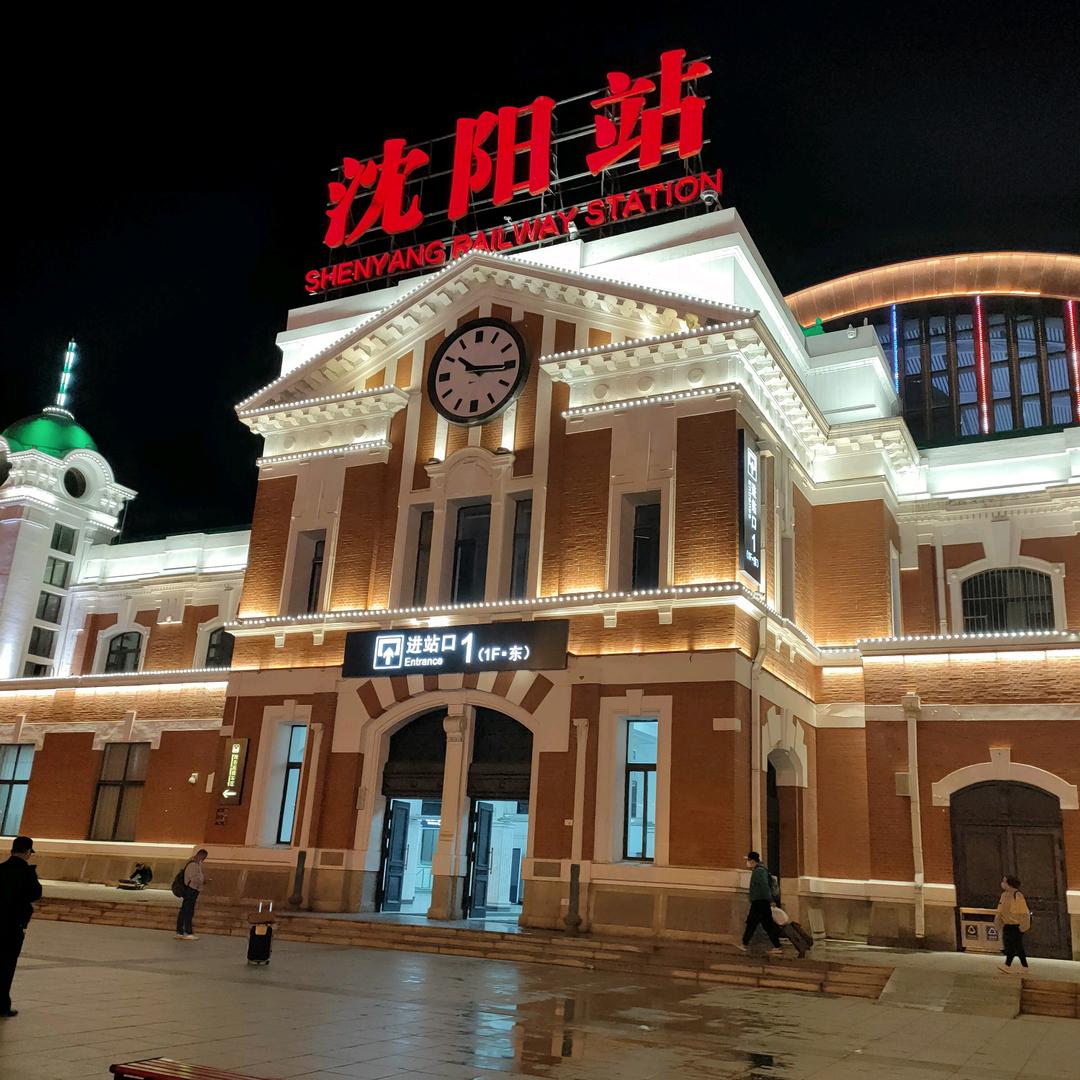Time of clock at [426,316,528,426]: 10:15
